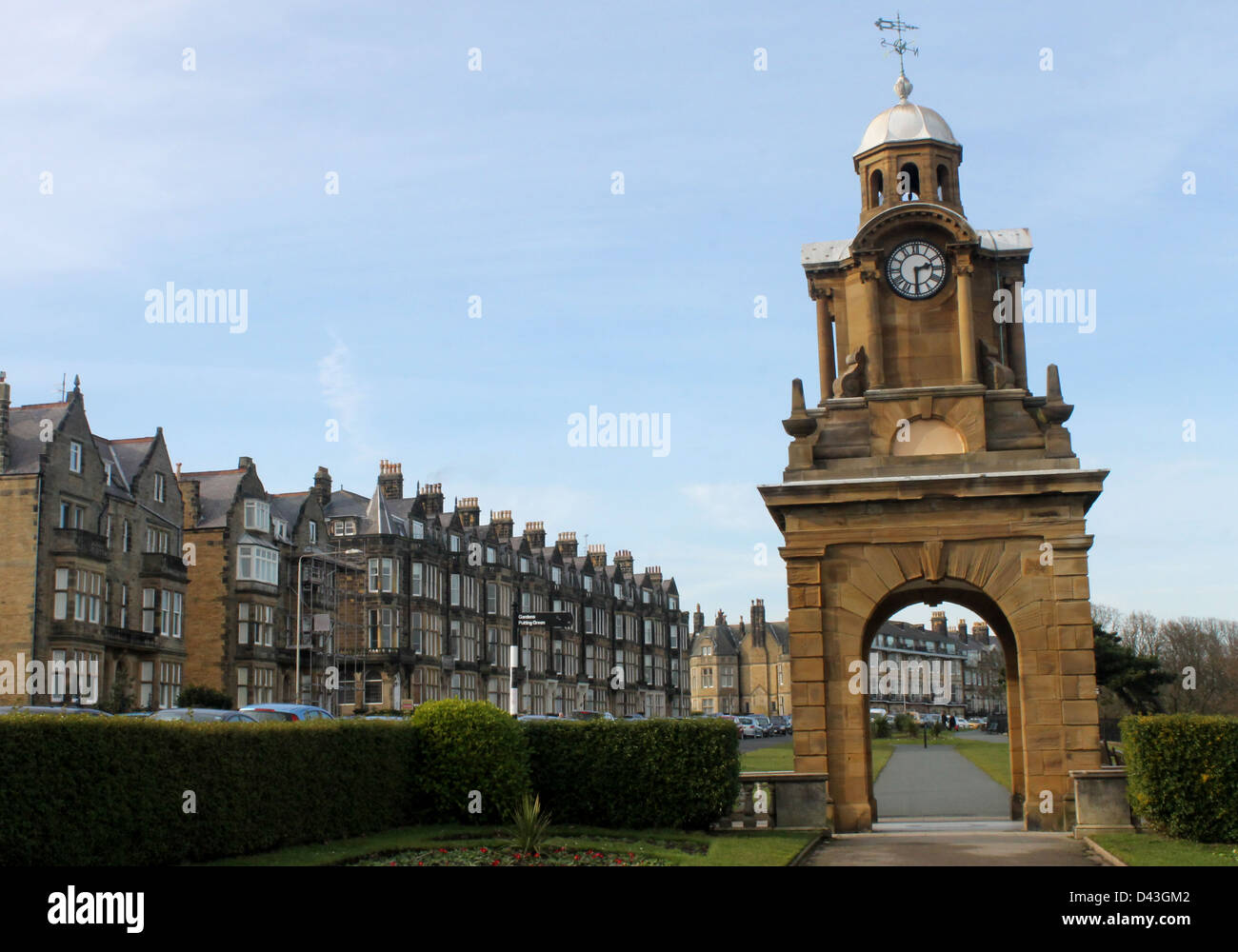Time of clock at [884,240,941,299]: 2:30
